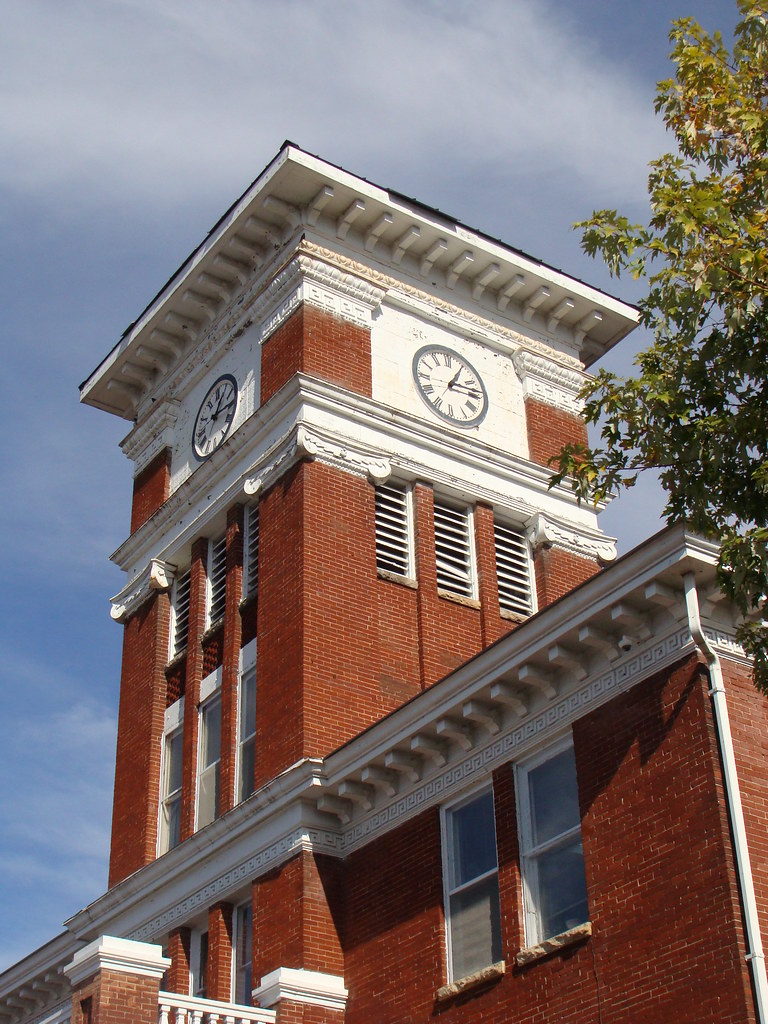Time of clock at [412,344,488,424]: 1:13
